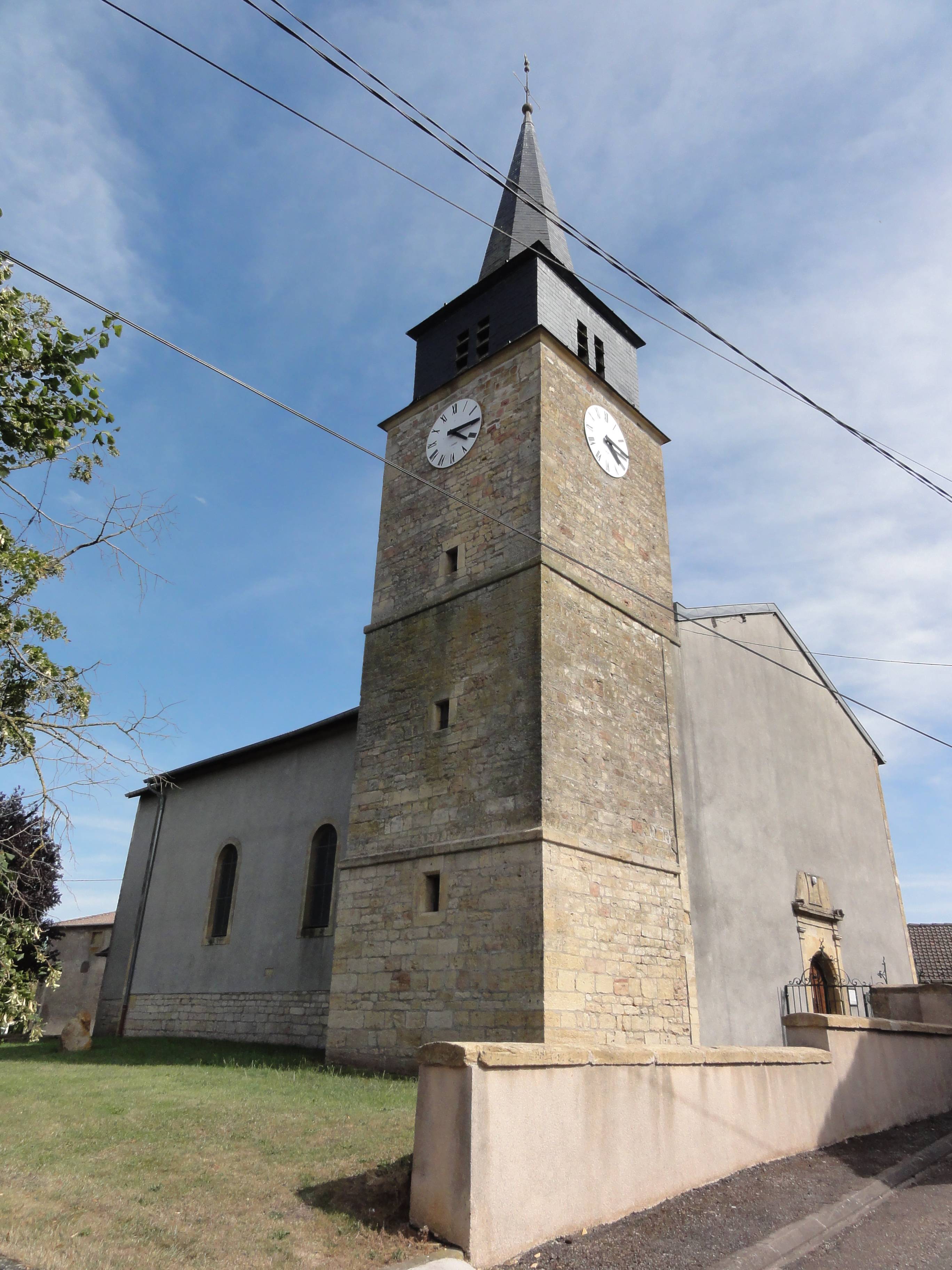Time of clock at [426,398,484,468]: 4:14
